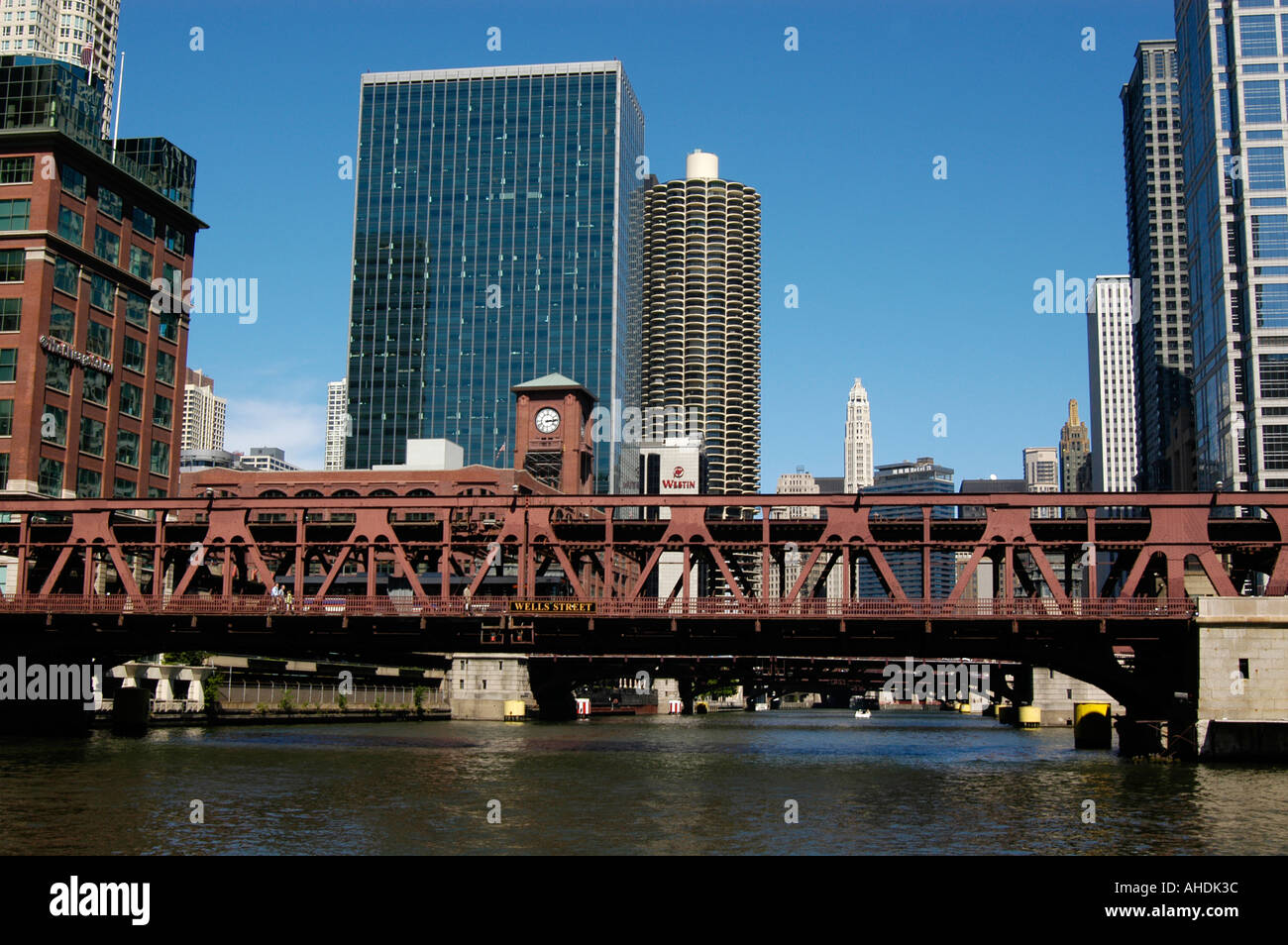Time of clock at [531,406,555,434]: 3:13
